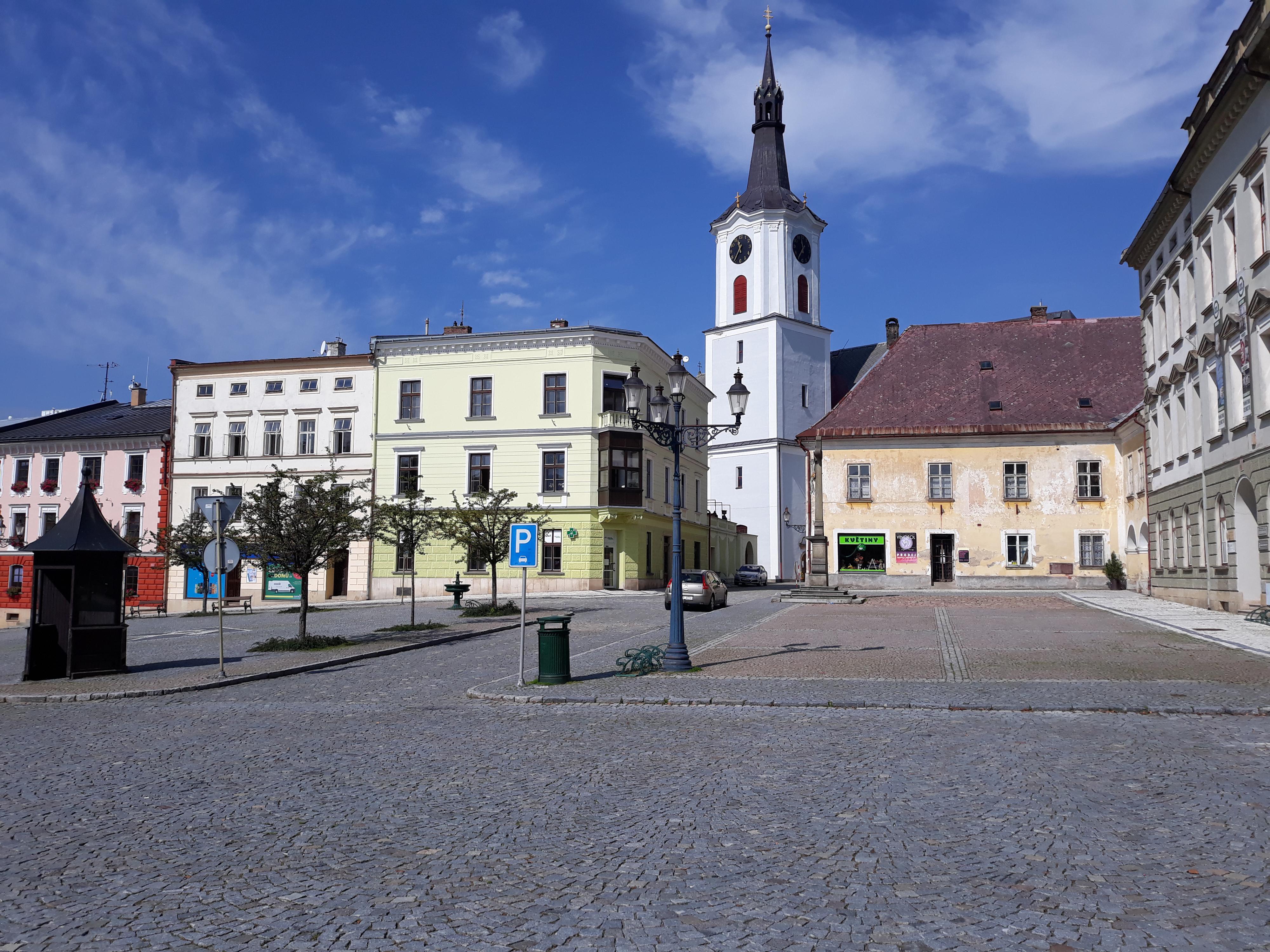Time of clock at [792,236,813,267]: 11:35
